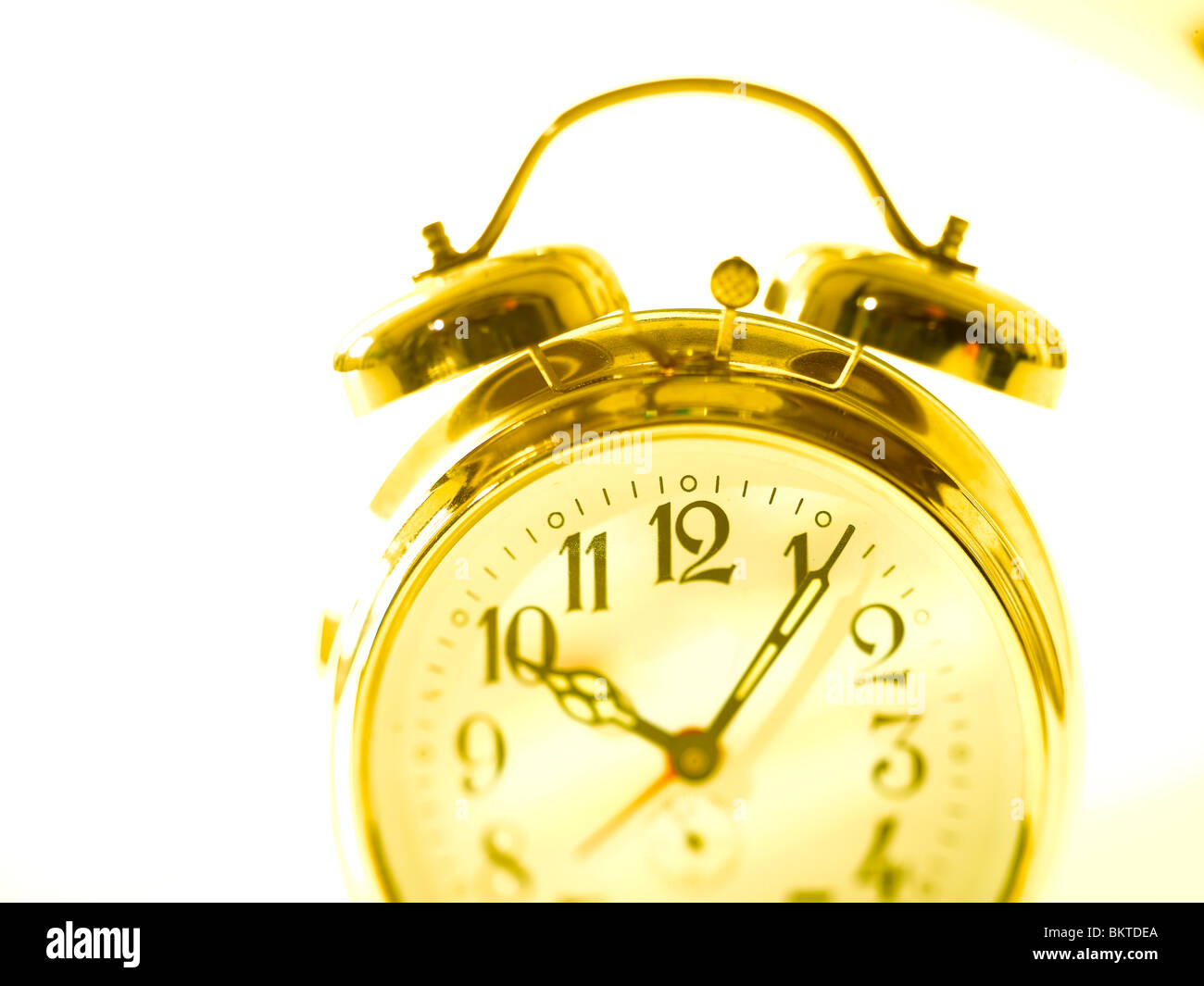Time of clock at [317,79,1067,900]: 10:06
